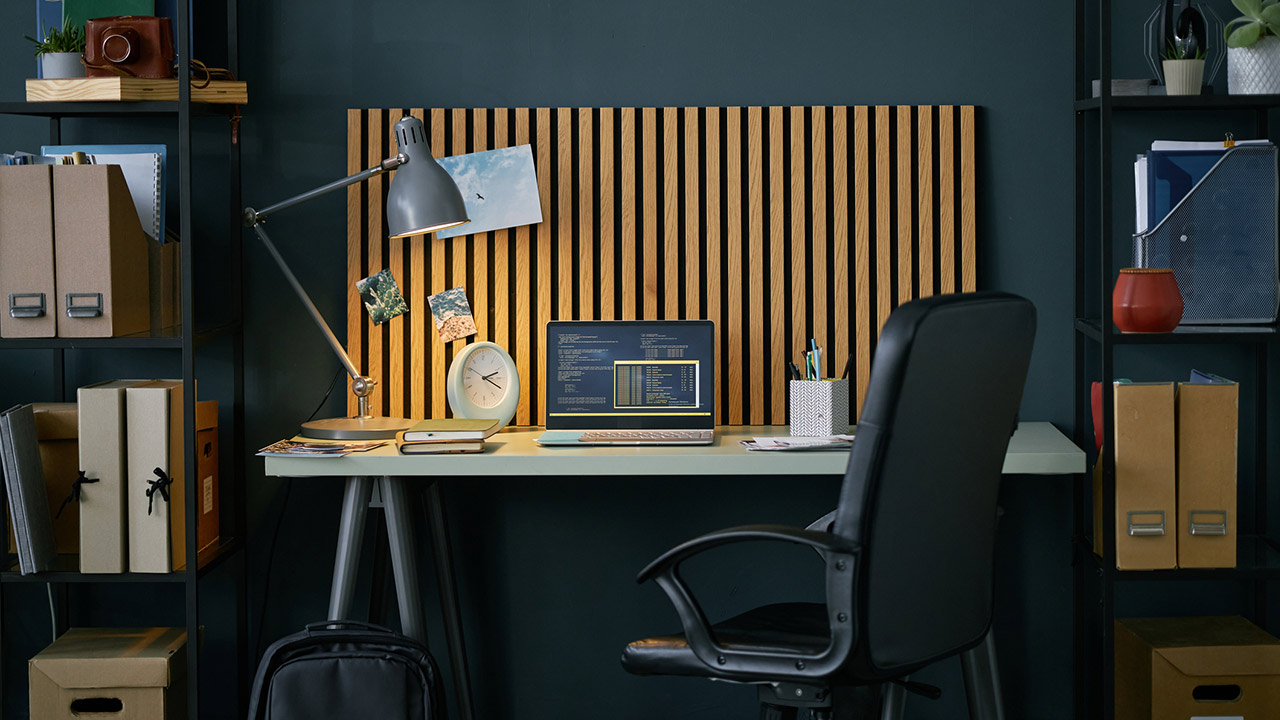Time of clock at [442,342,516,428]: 2:19
